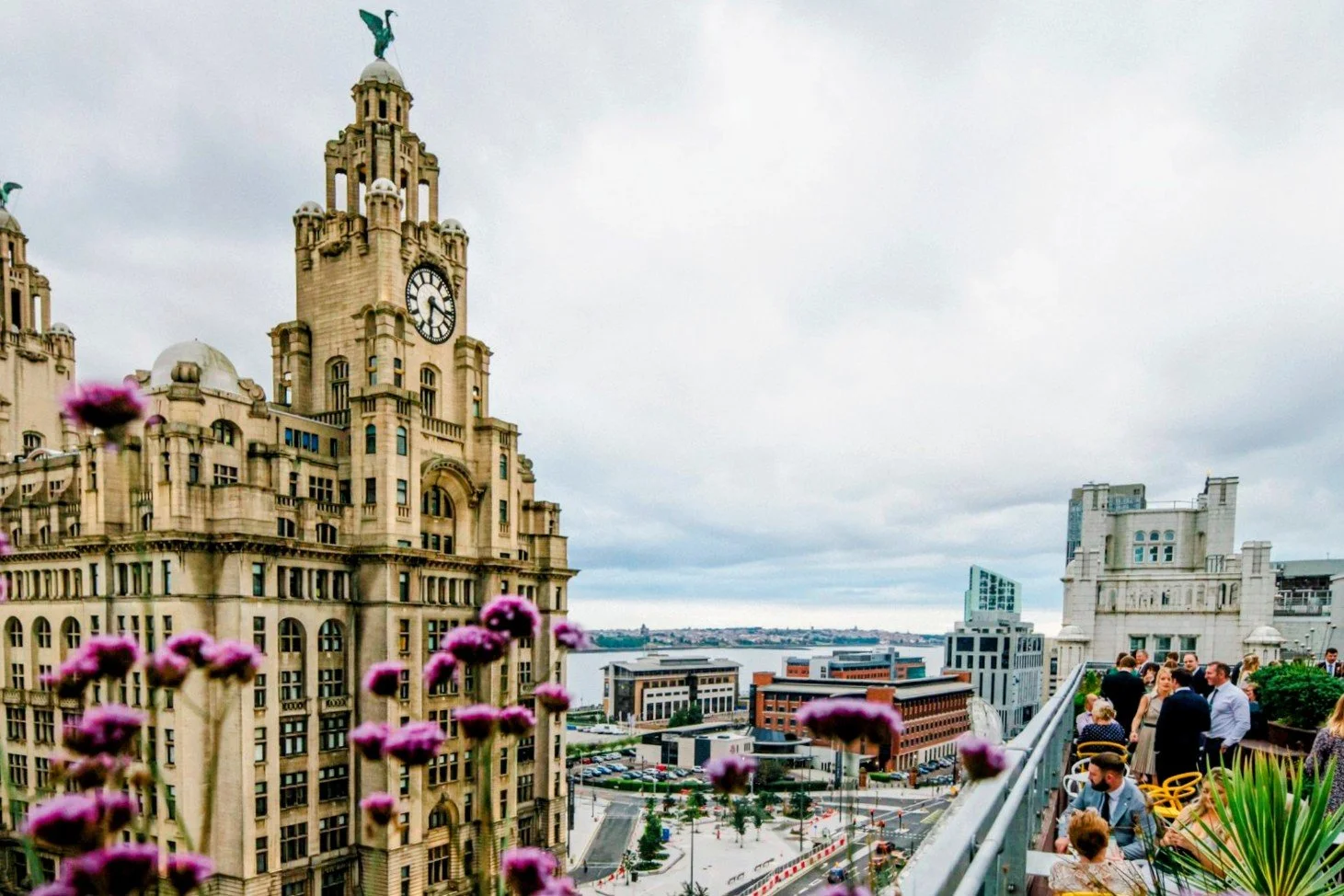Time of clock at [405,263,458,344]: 6:17
